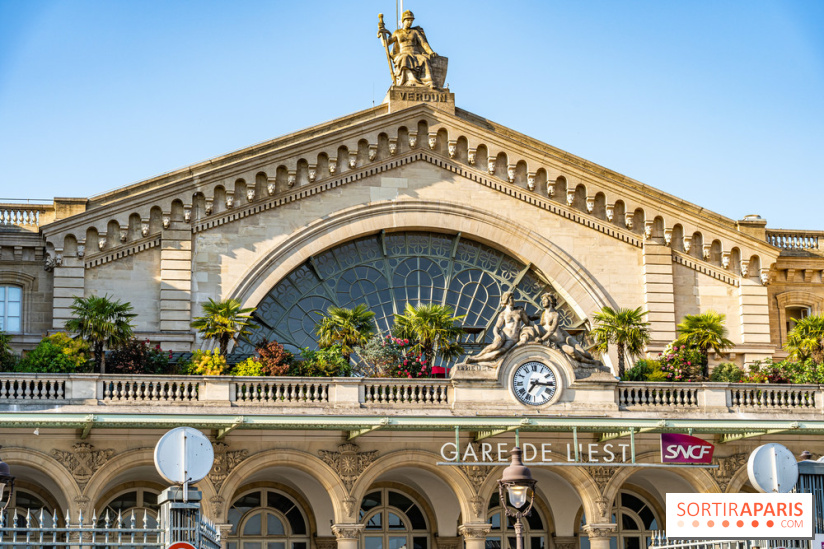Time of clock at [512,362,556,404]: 7:16
